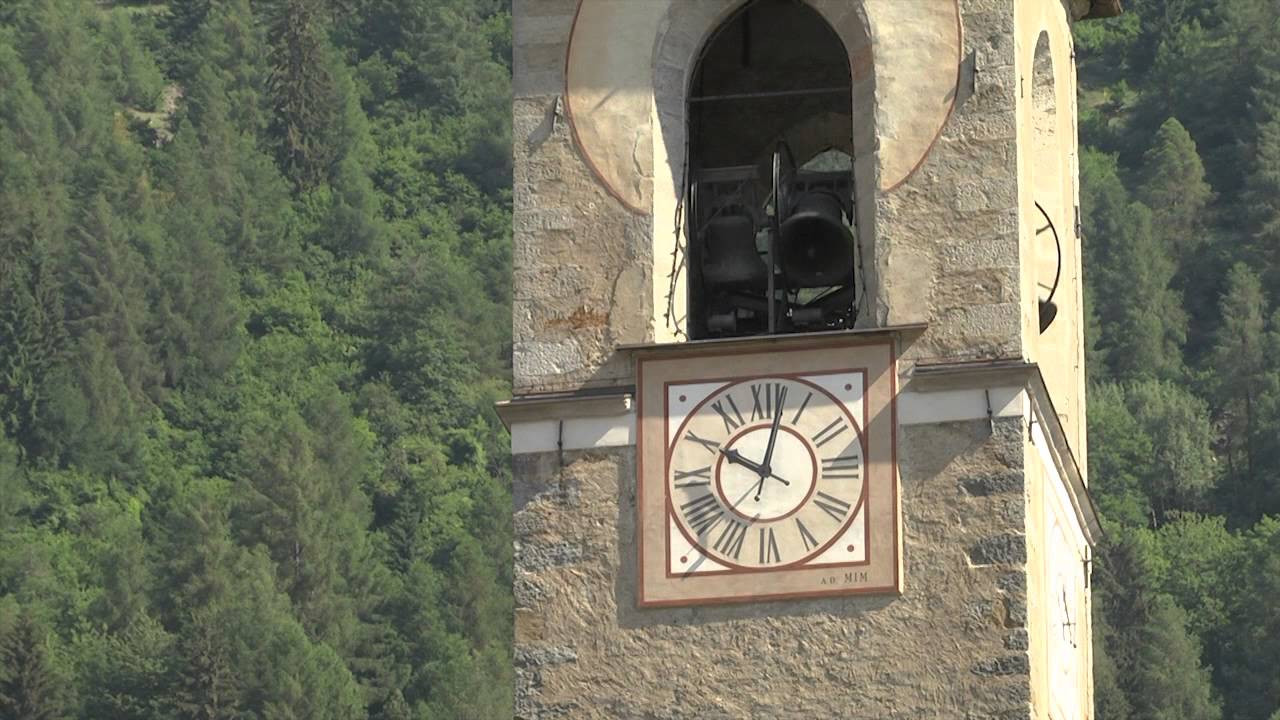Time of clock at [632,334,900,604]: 10:02
